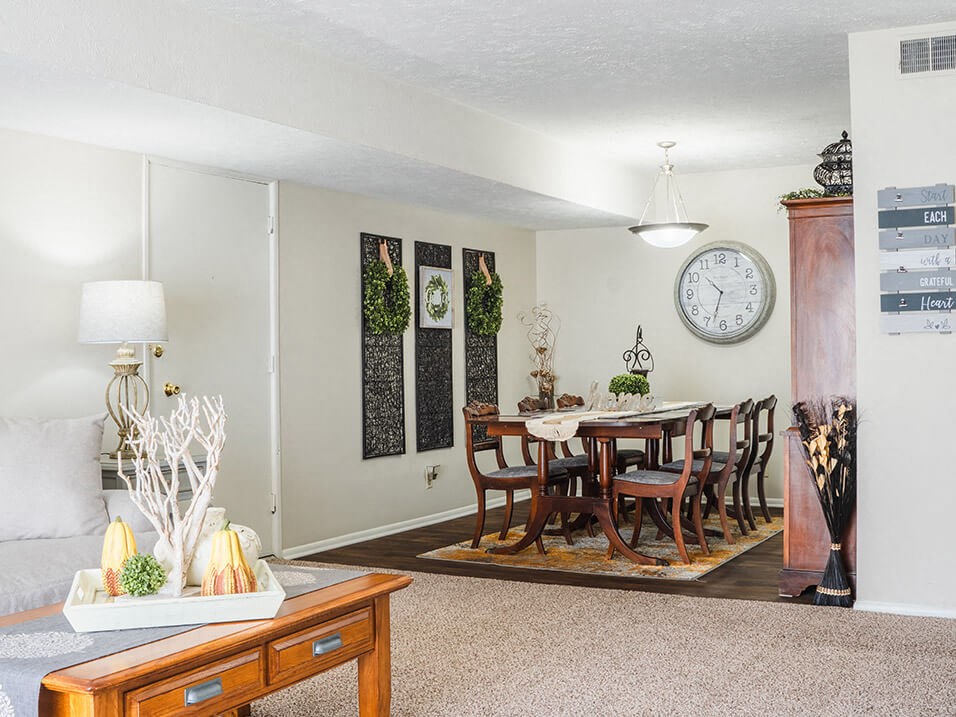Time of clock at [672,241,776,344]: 10:33
